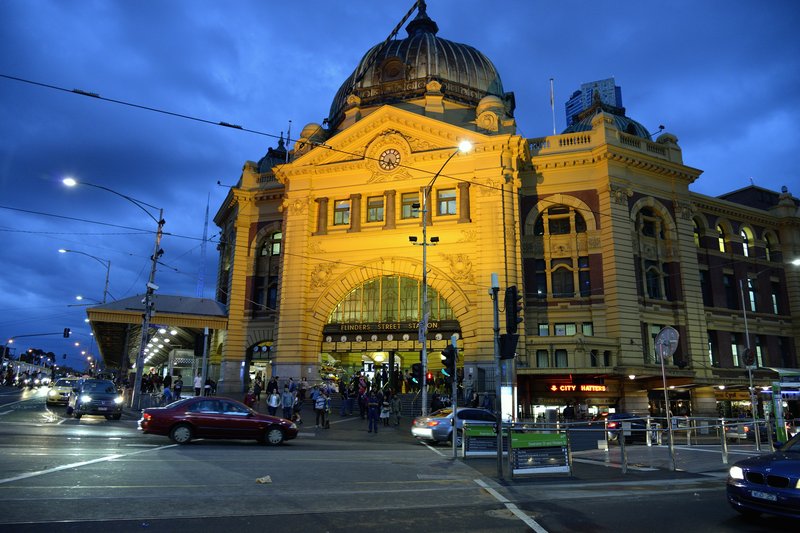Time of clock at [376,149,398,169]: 6:24
